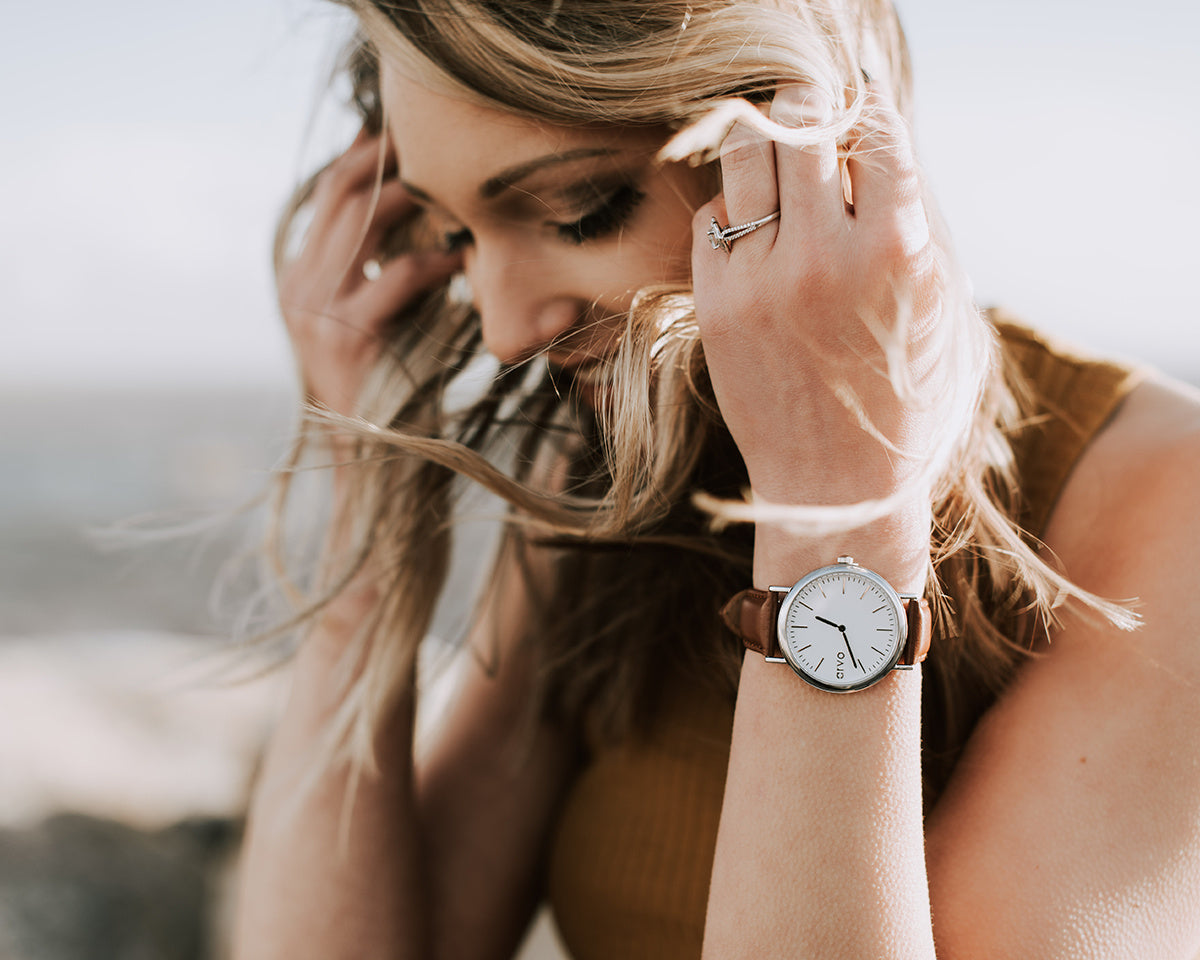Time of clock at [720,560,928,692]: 9:26
